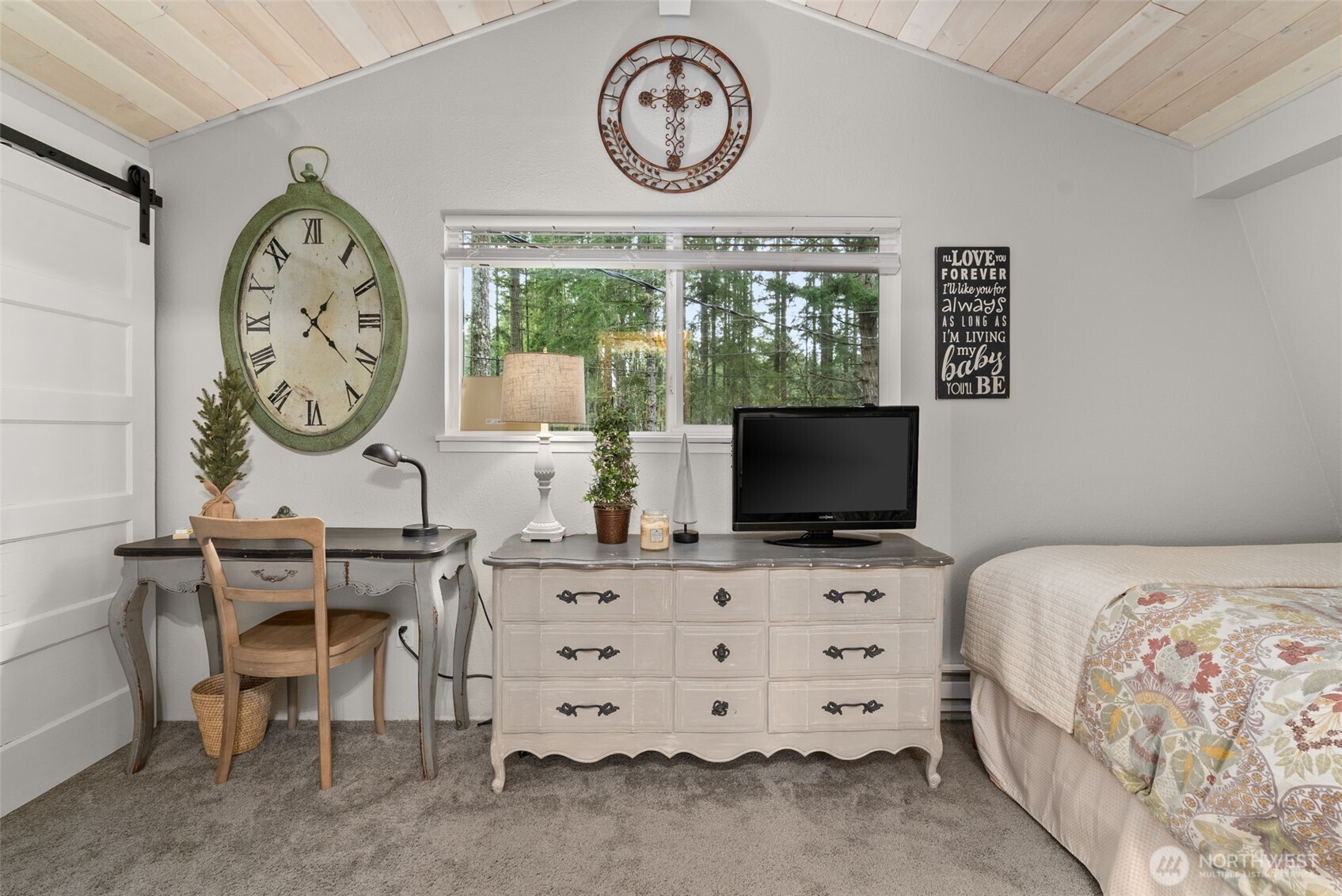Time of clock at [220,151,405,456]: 1:21
